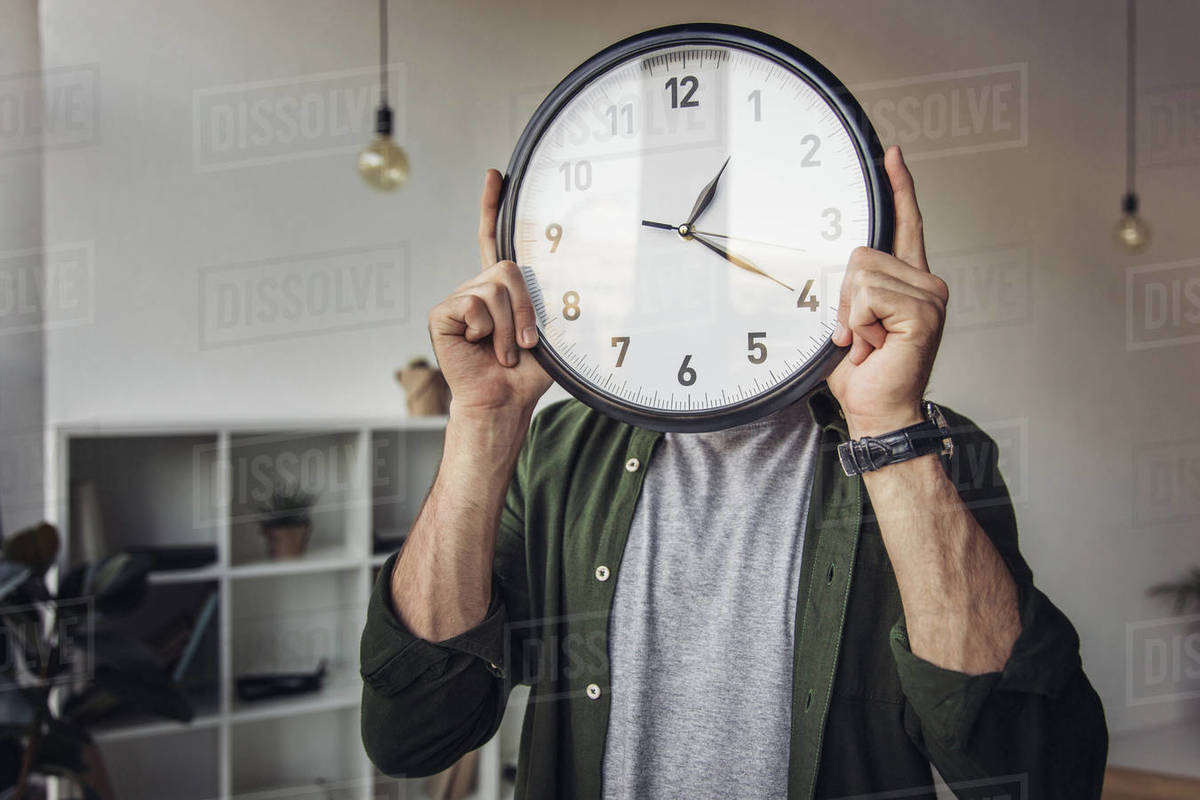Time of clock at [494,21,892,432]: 1:20
